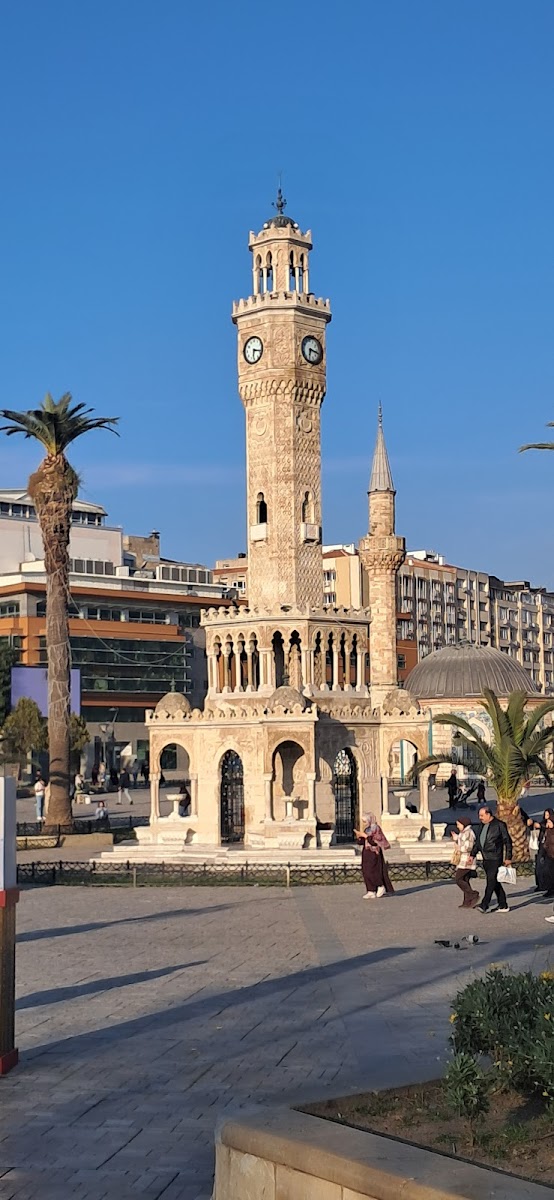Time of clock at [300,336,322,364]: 6:17
